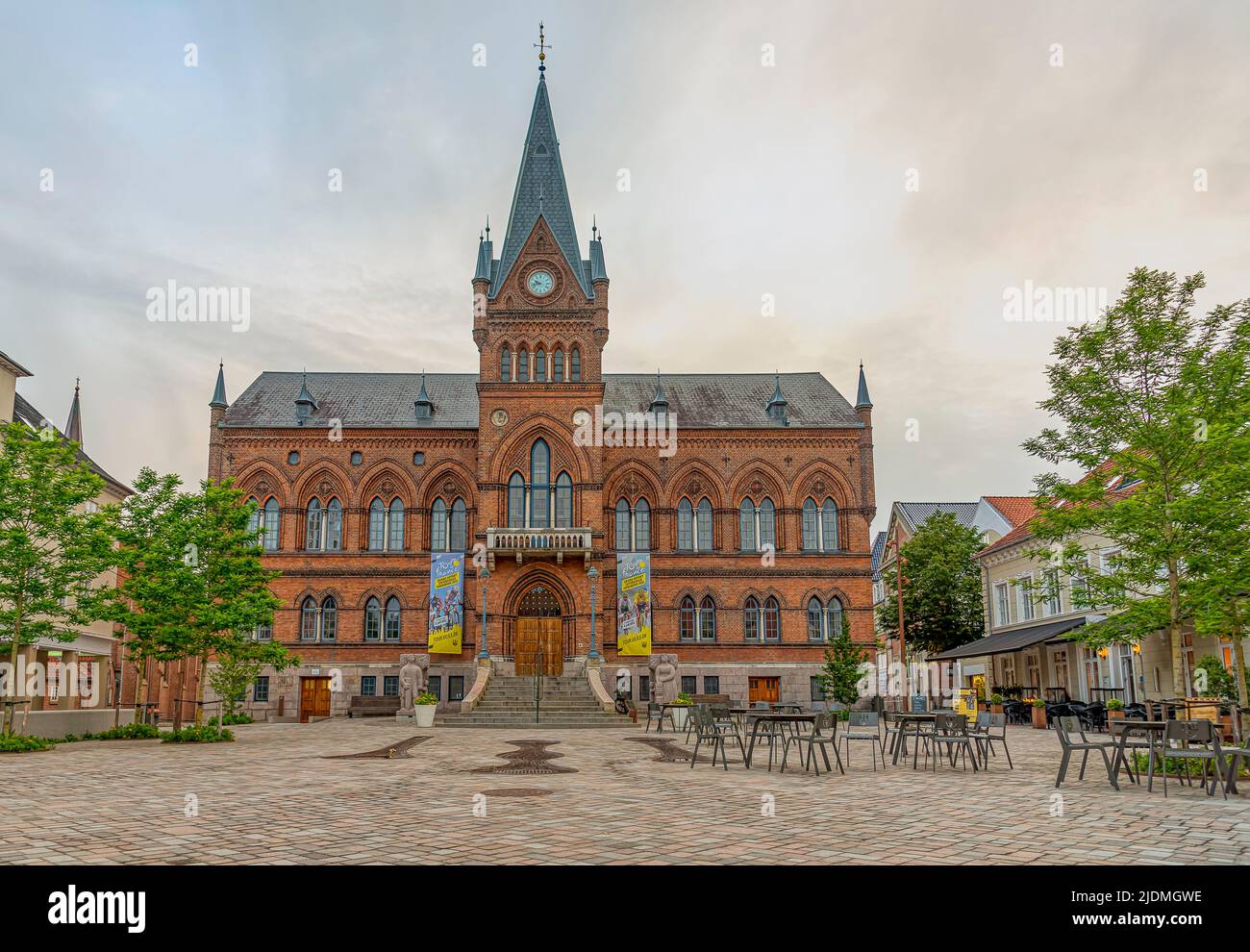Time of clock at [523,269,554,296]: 9:42
